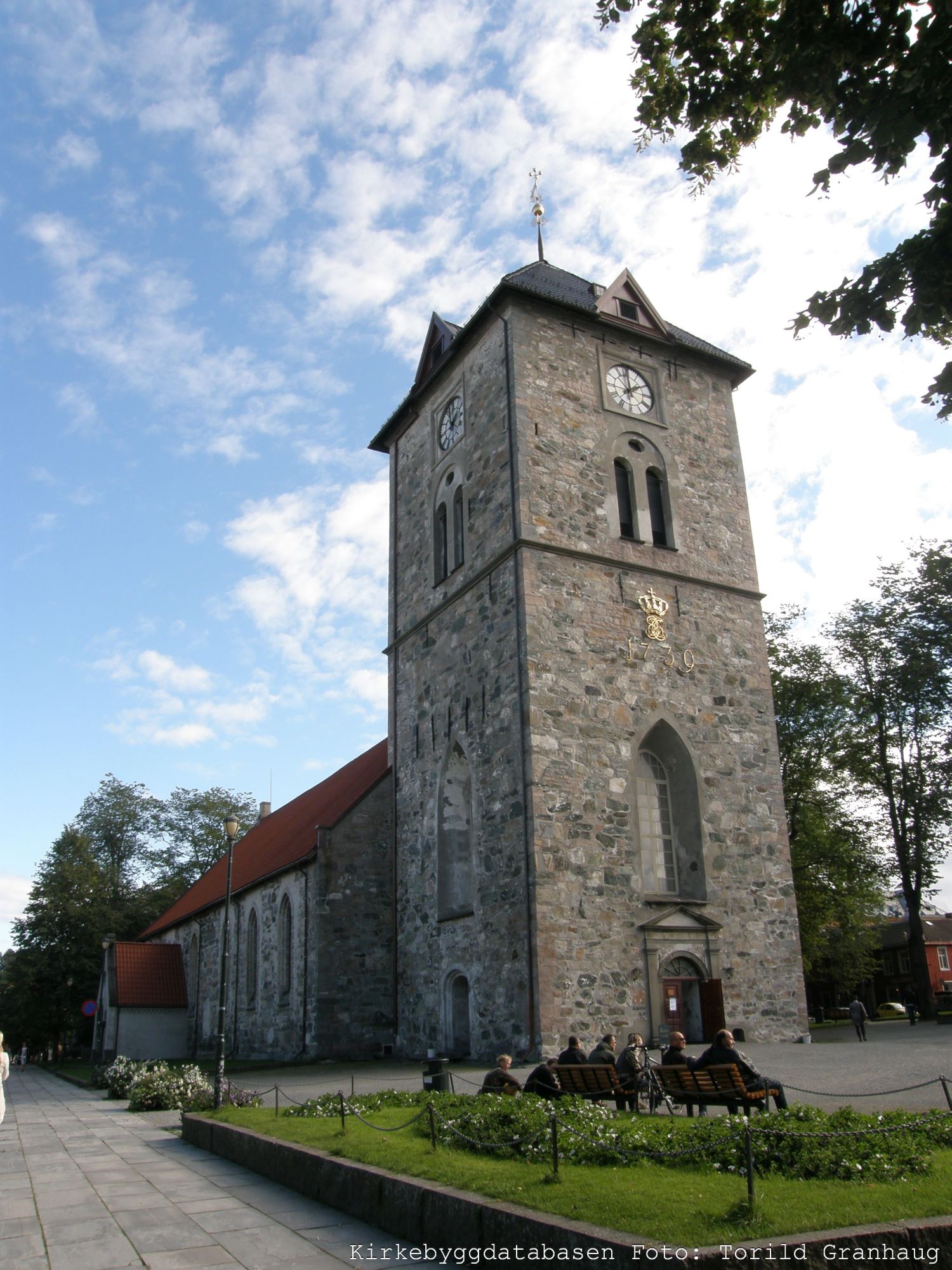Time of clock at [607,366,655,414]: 1:59
